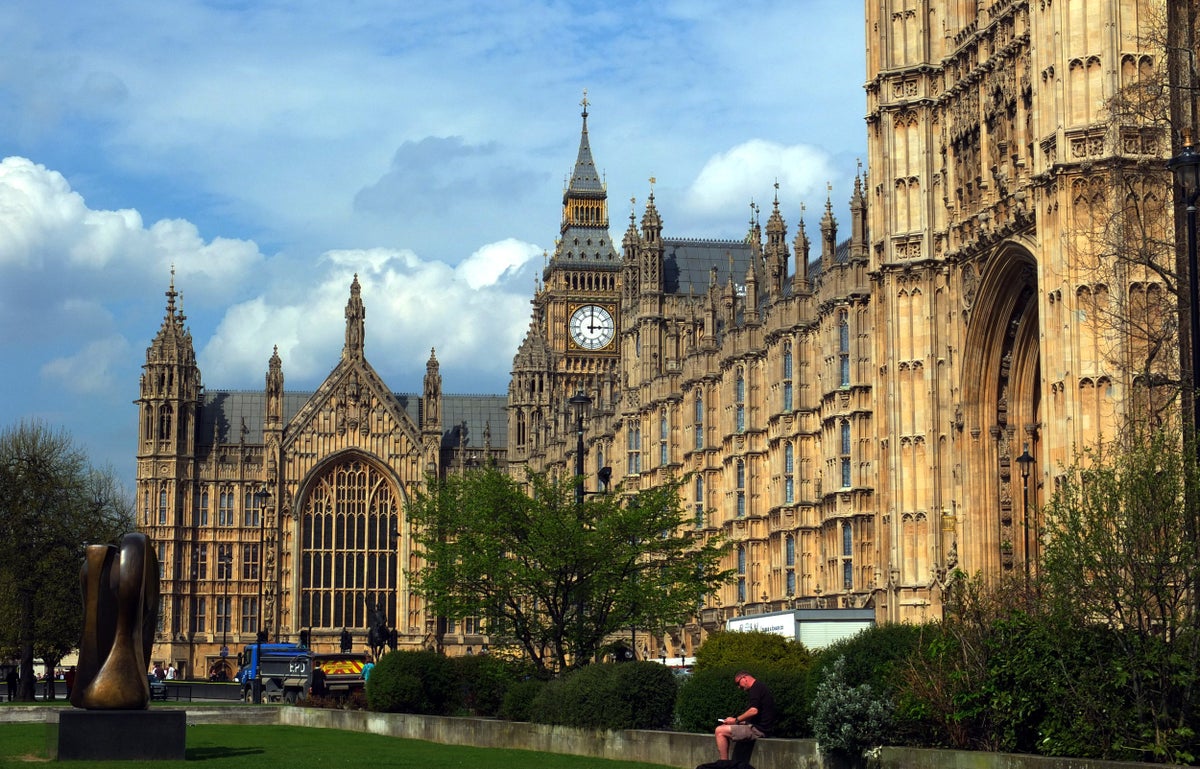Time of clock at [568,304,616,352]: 3:00
